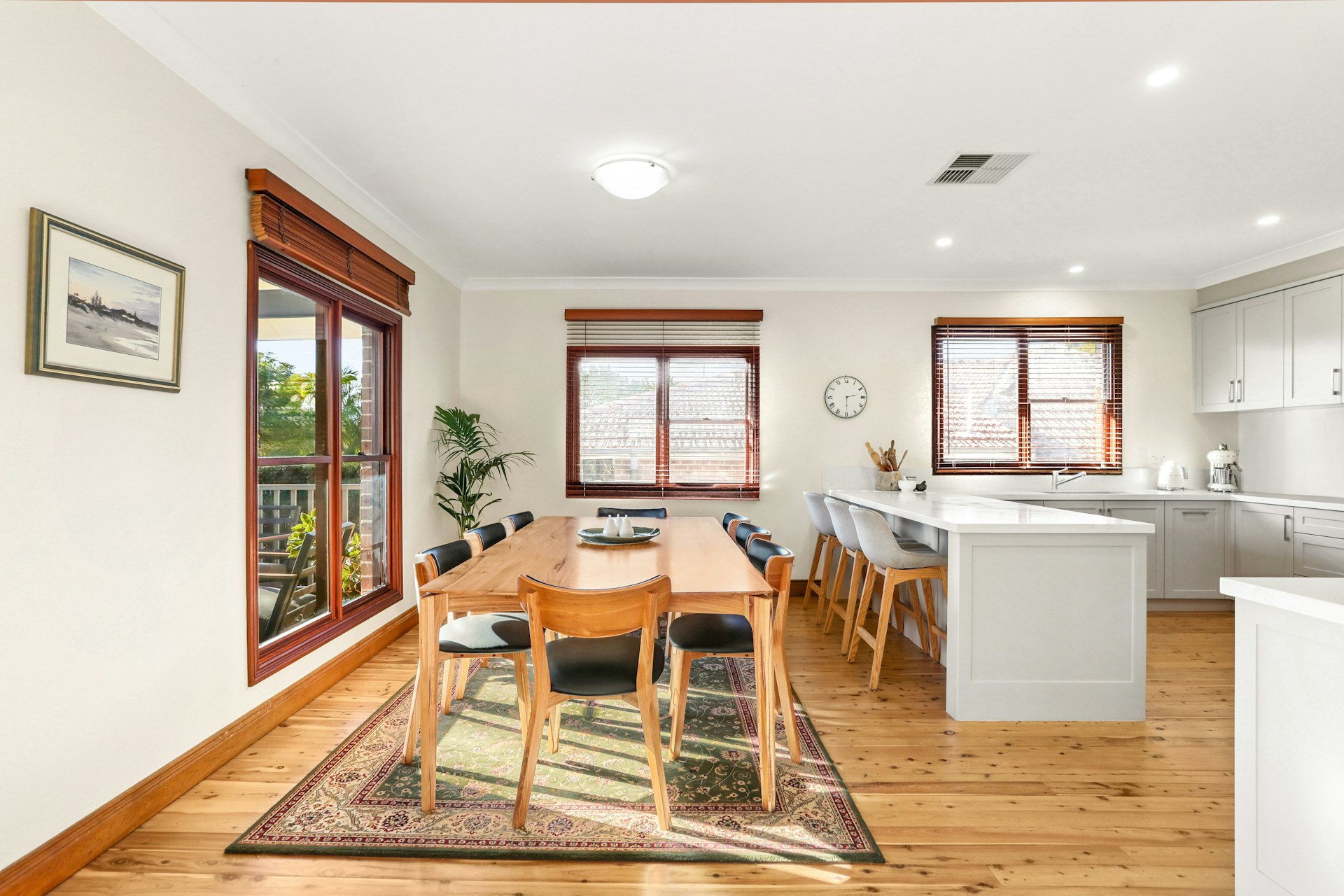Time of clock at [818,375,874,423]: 2:29
